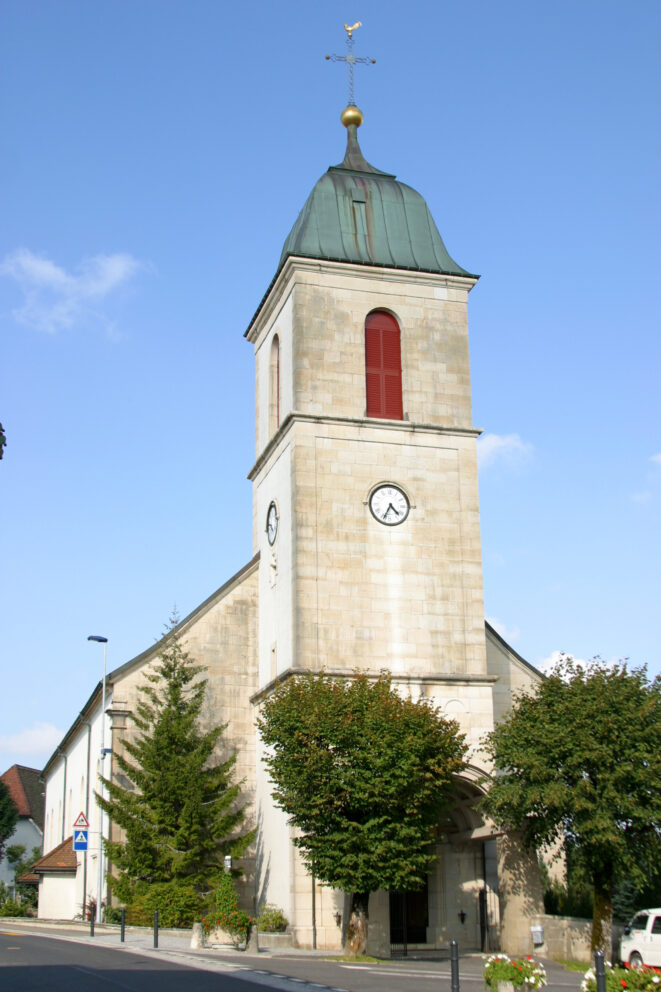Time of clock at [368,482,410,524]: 4:34
